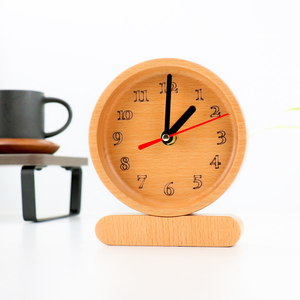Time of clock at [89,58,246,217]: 1:00
